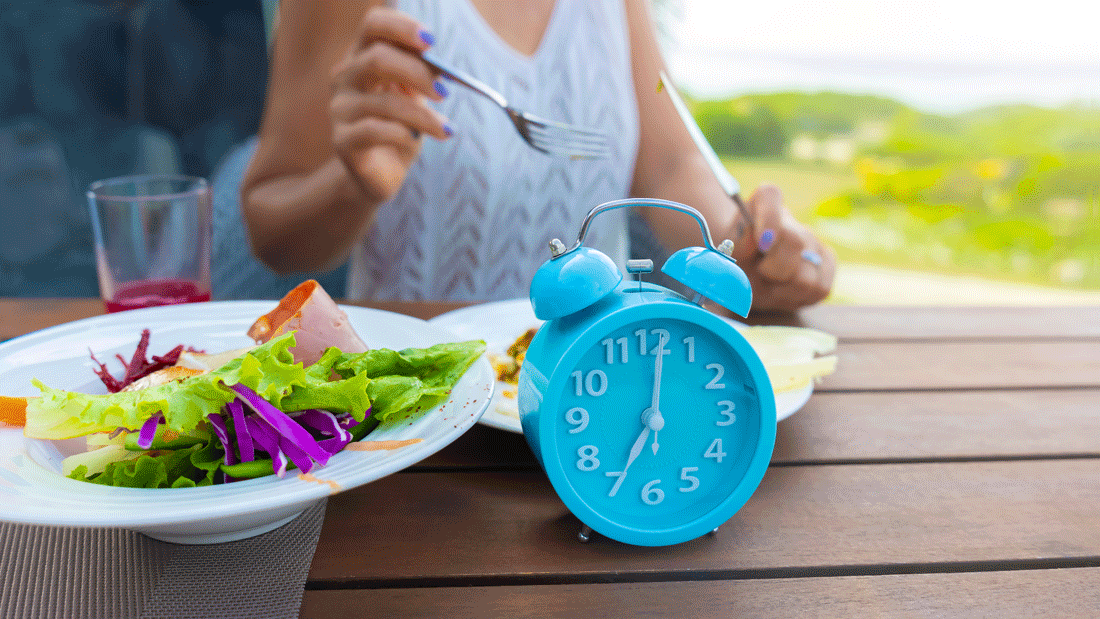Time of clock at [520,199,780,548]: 7:01
